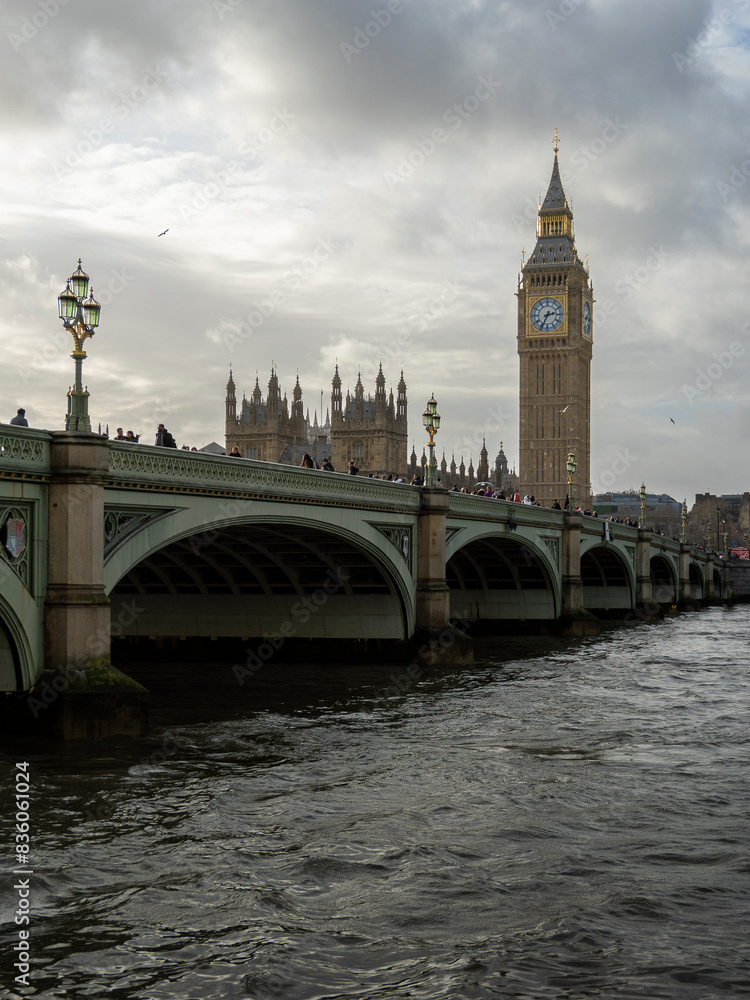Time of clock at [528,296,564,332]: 2:34
